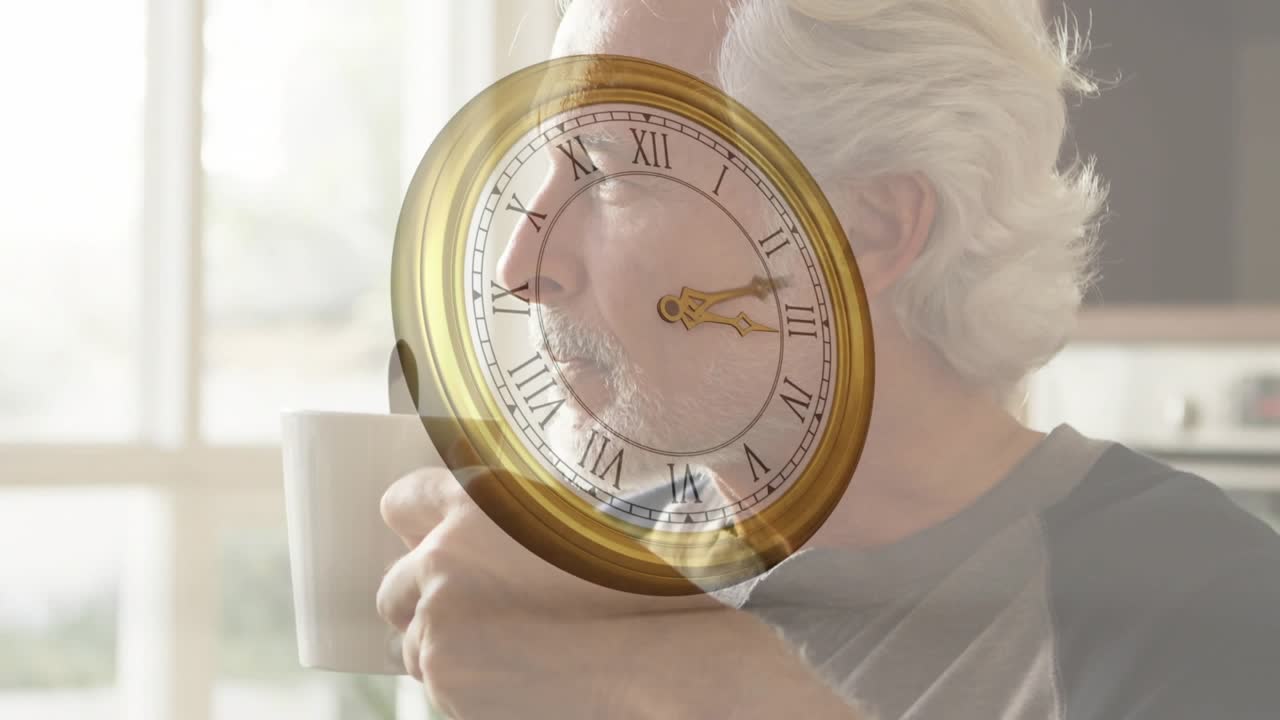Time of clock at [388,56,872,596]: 3:12
